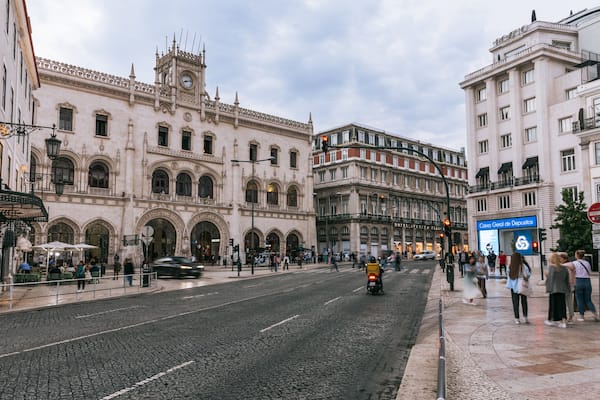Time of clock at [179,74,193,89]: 8:12
